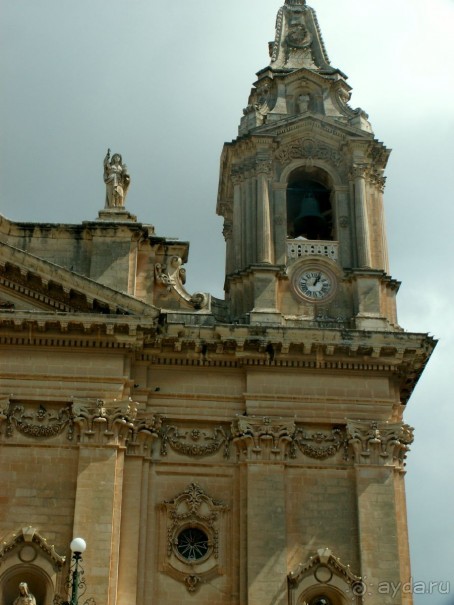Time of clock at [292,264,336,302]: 1:03
